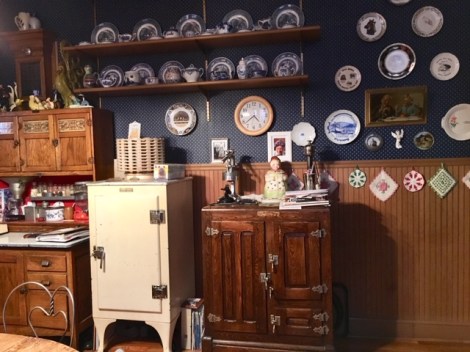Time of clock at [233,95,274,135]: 4:38
